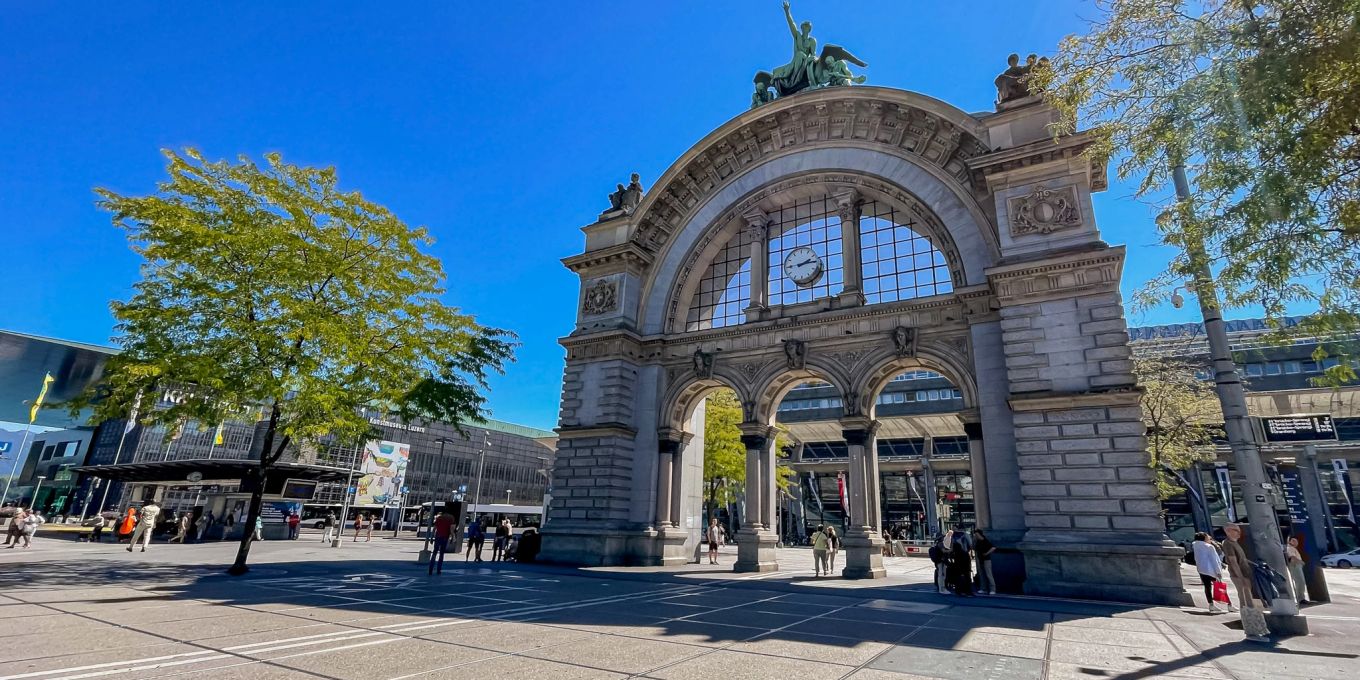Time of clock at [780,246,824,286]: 2:14
